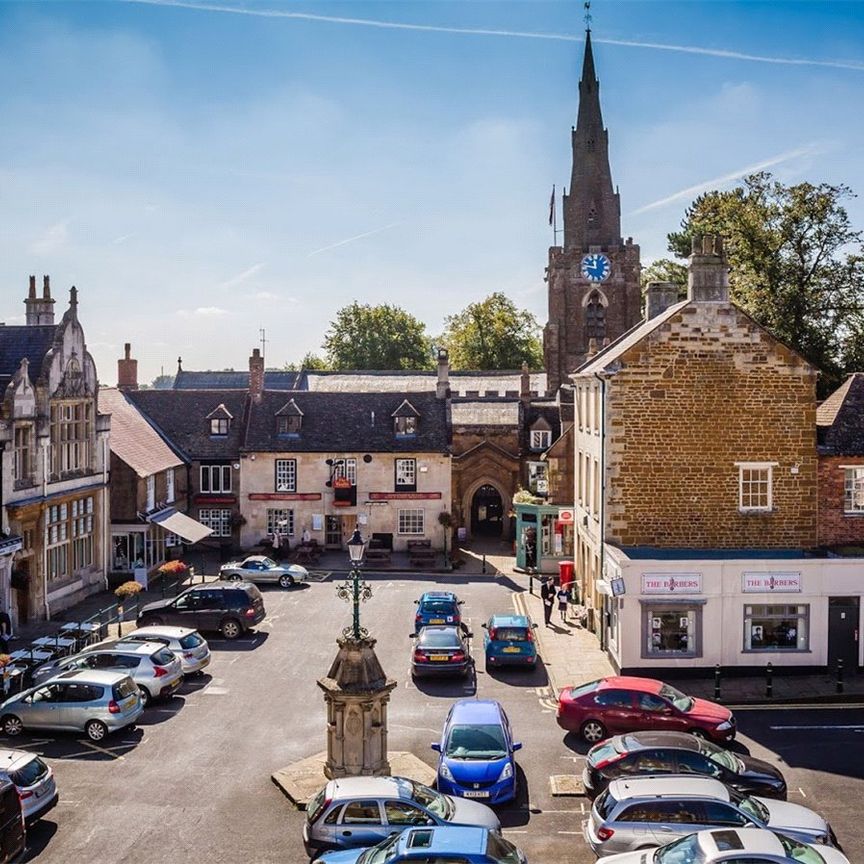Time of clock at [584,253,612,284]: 11:46
